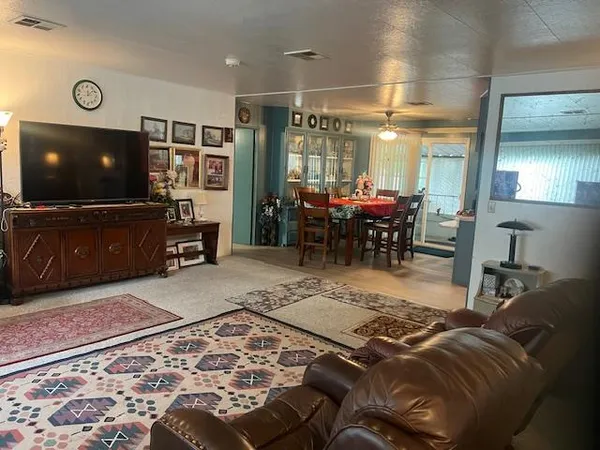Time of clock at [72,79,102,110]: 12:07
